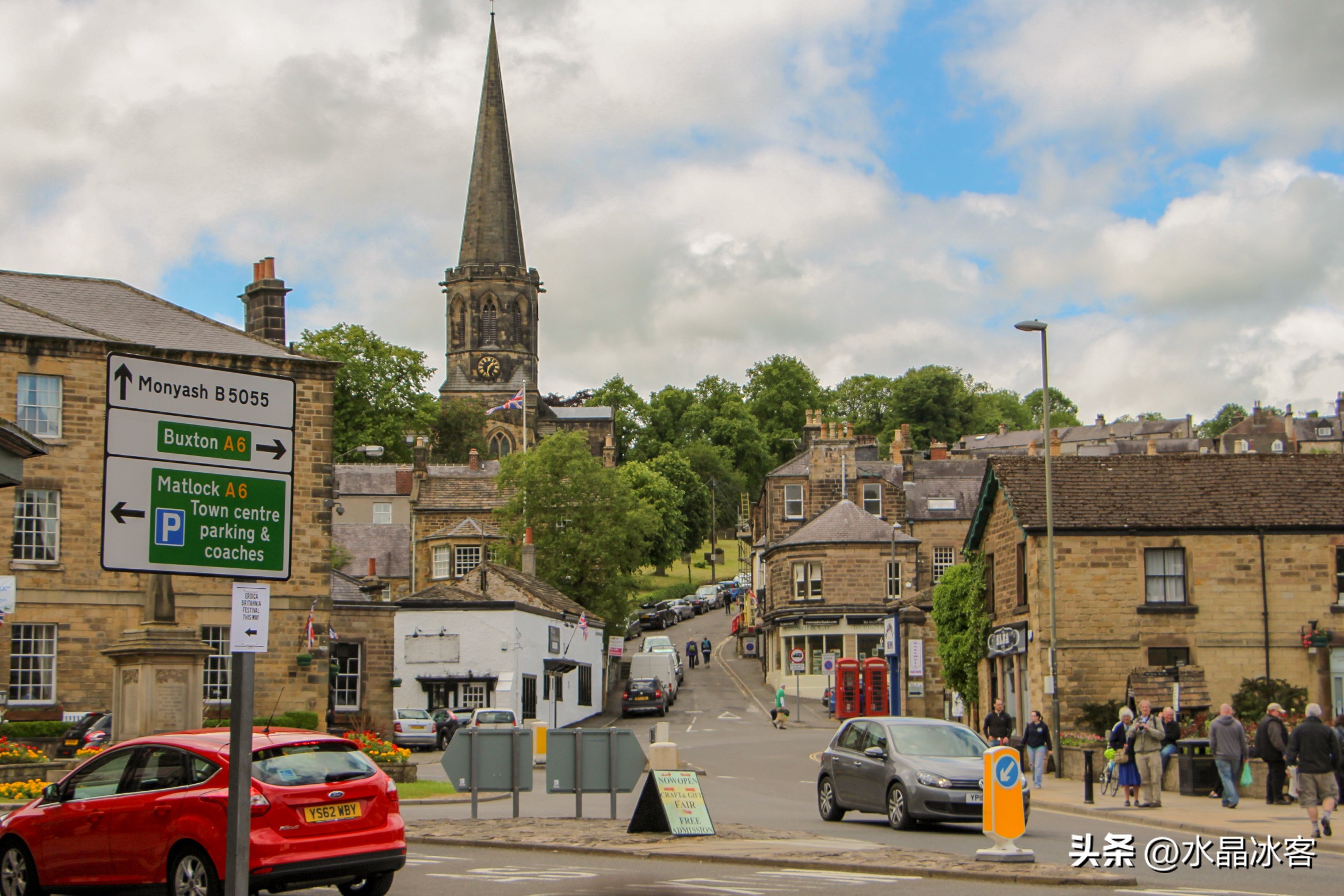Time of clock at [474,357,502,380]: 1:32
